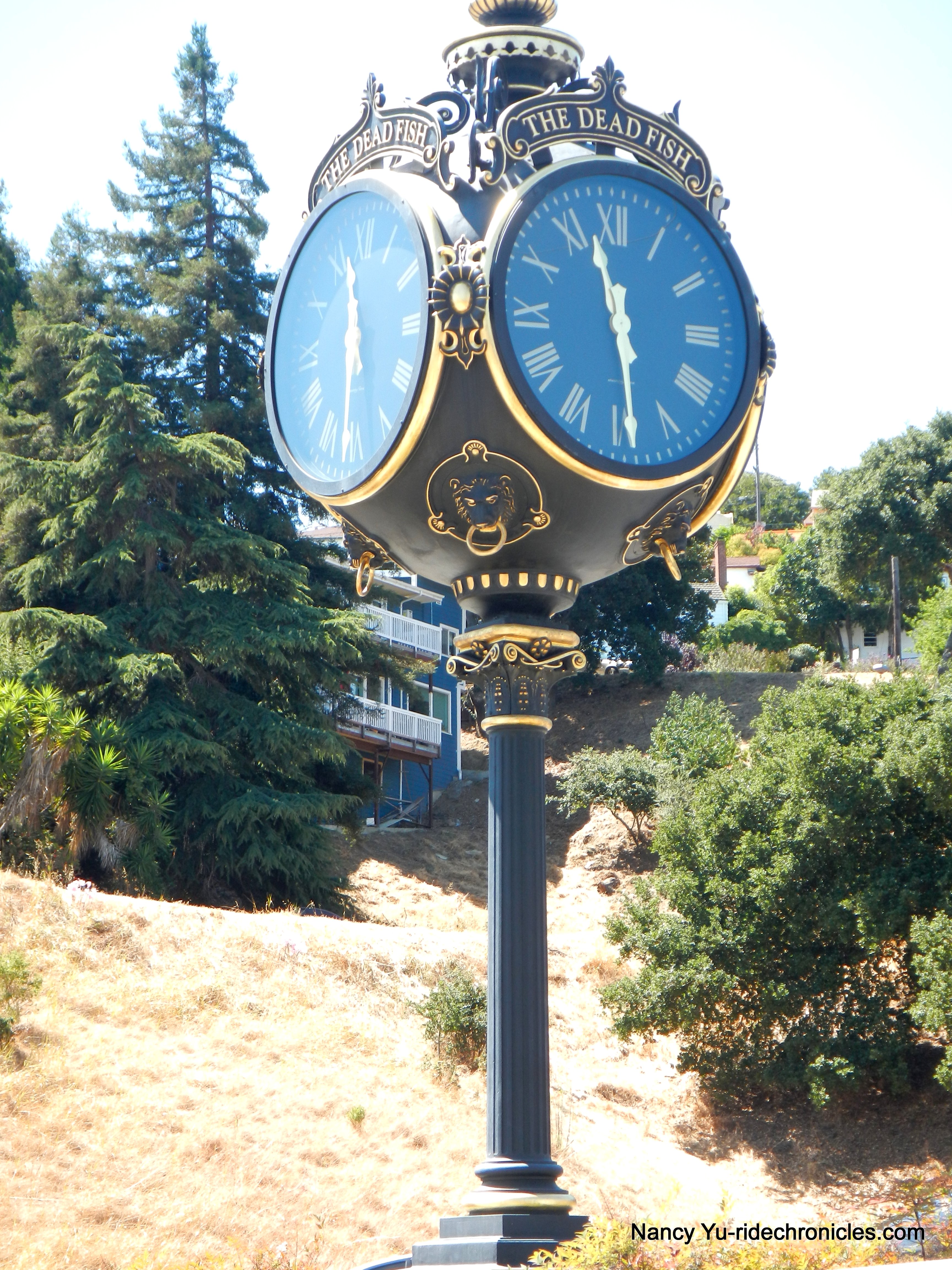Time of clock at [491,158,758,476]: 11:29
